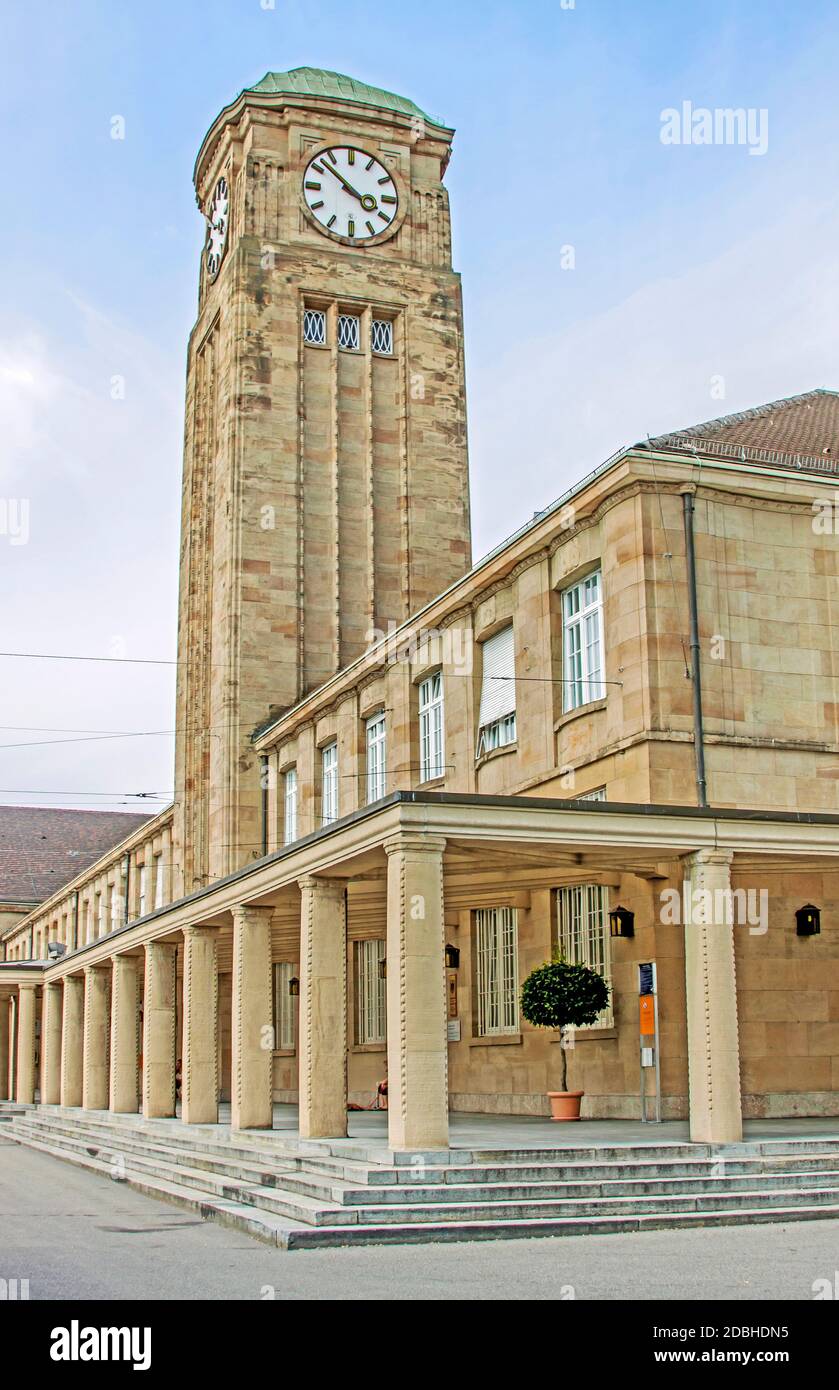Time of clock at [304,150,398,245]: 3:52
